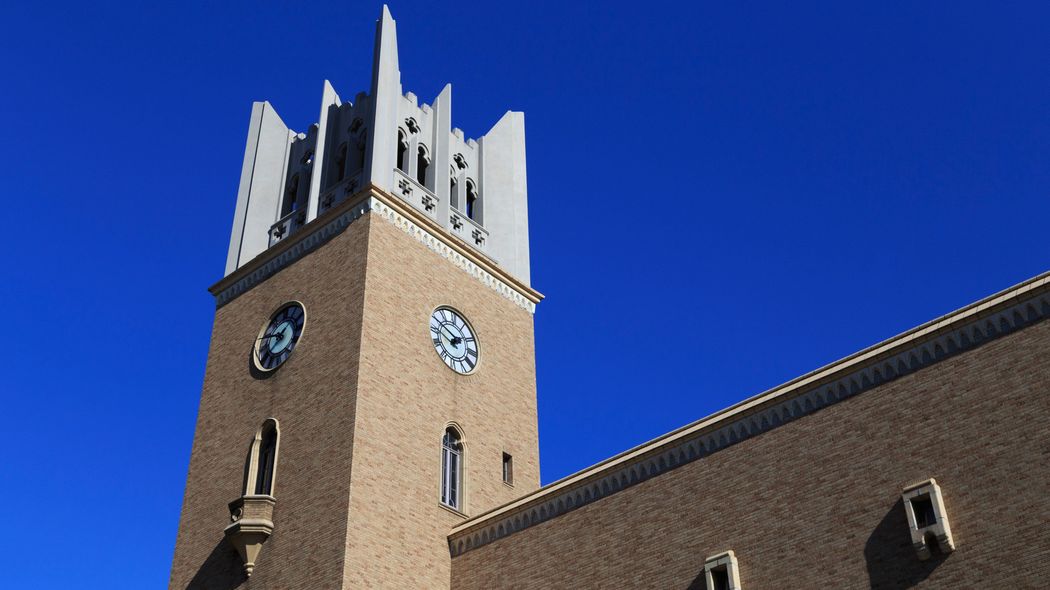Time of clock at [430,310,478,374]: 1:50
